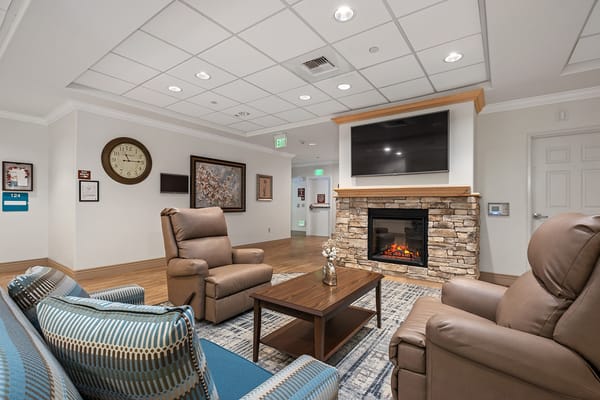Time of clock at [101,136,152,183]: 11:14
